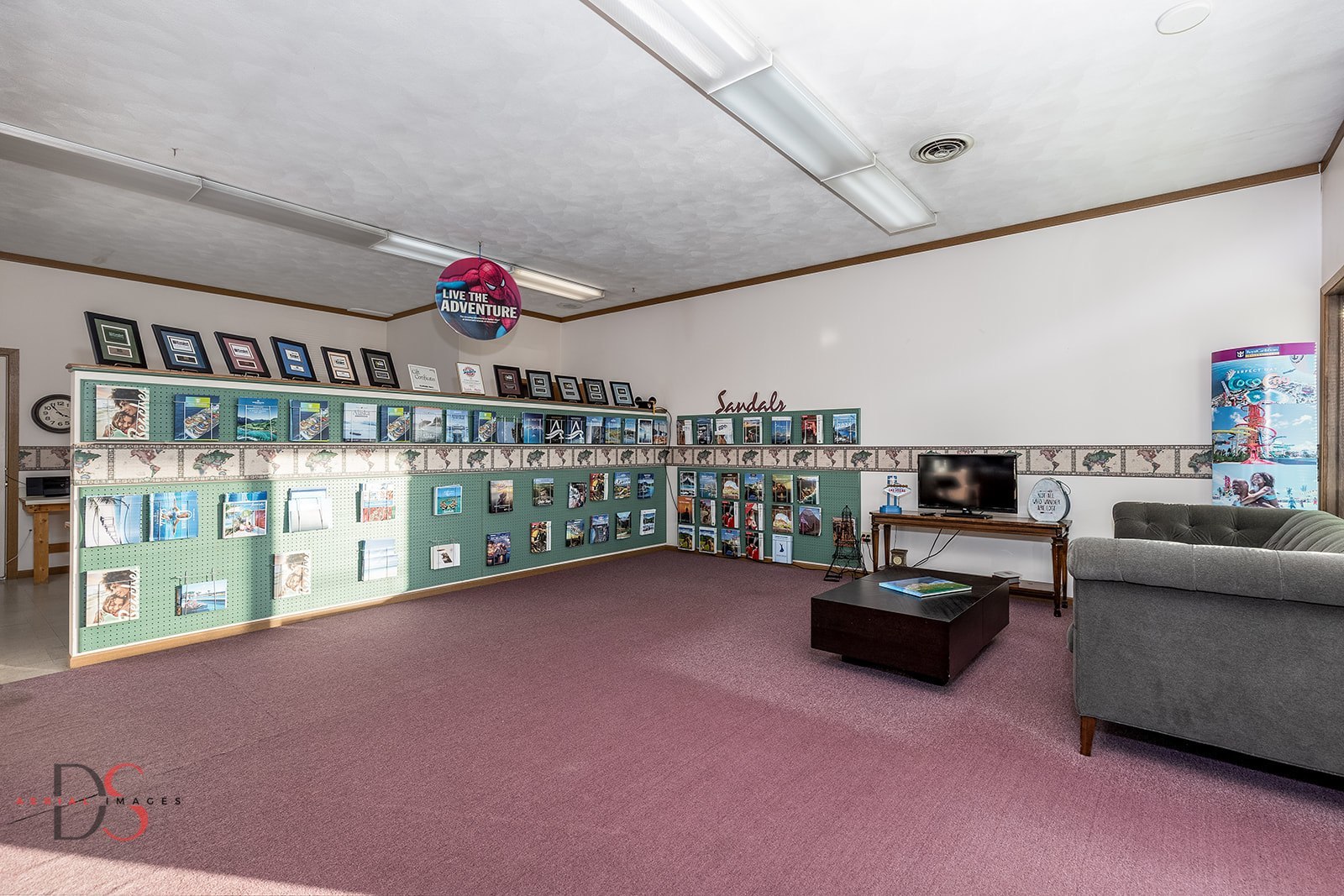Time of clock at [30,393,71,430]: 3:53
